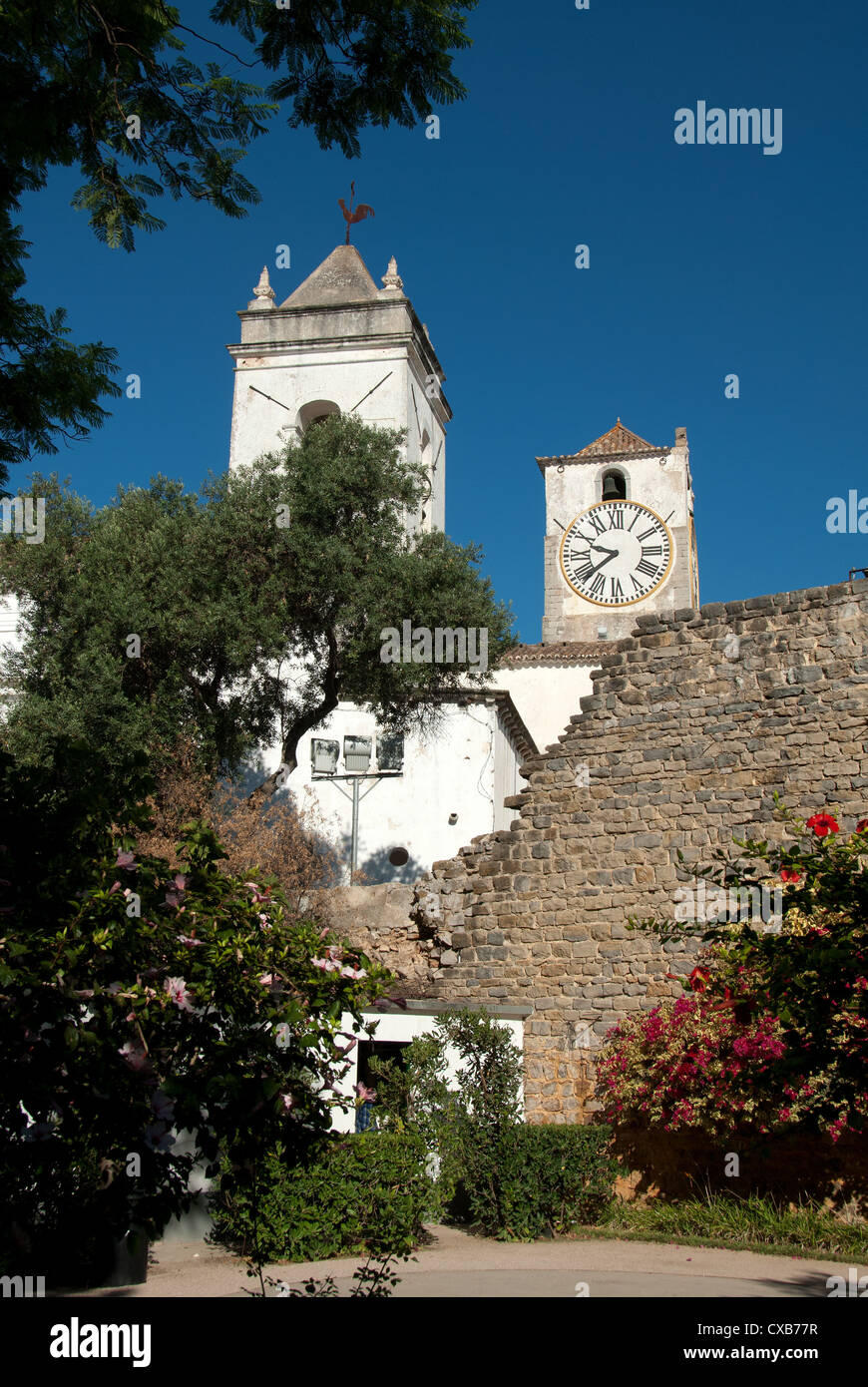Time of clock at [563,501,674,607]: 9:38
